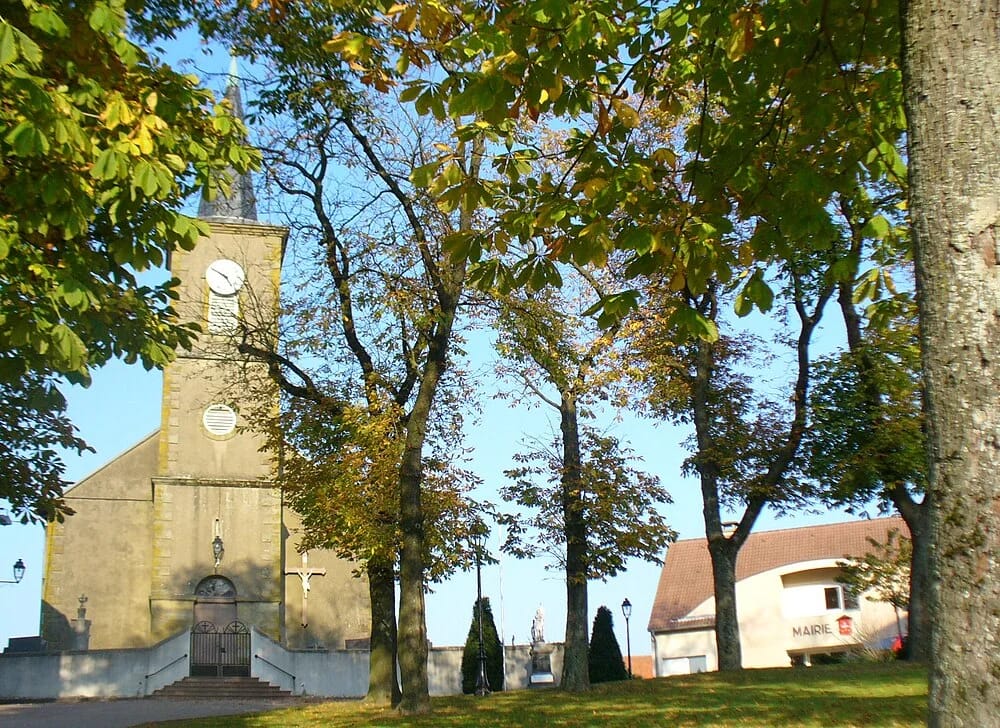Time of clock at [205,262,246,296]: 4:50
